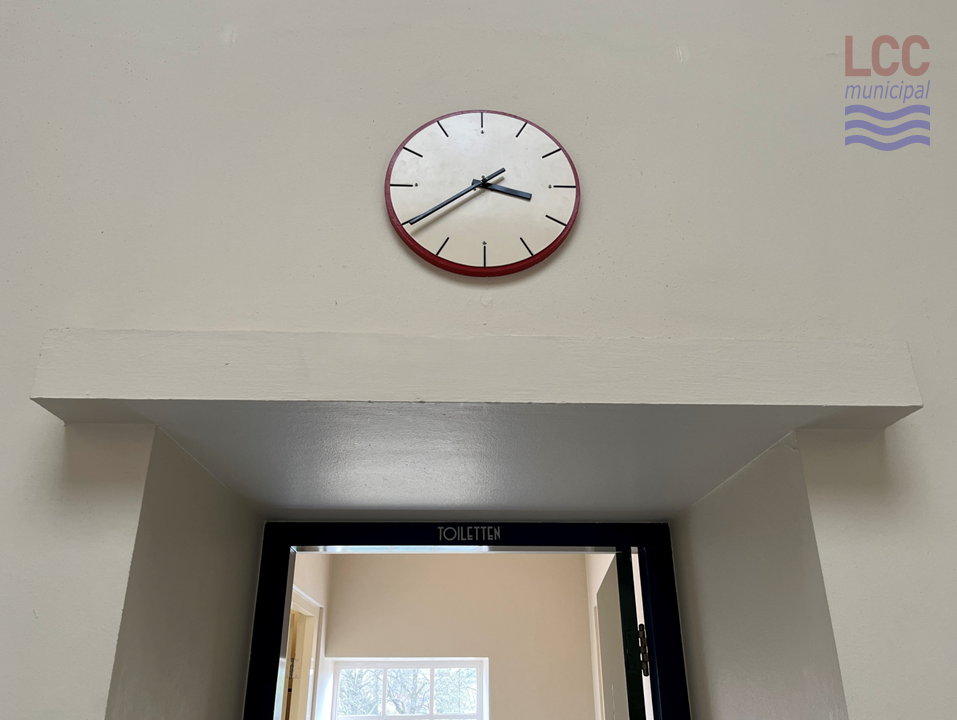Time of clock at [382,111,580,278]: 3:39
